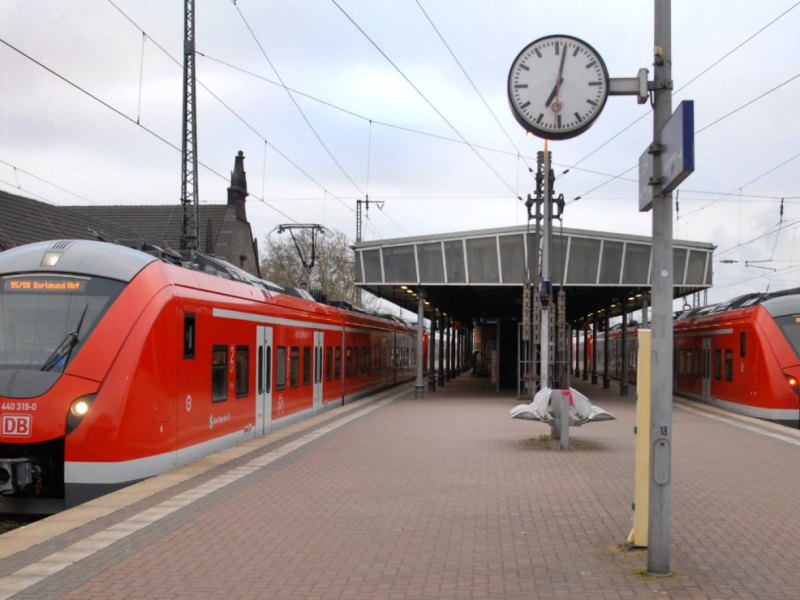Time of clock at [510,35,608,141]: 7:02
